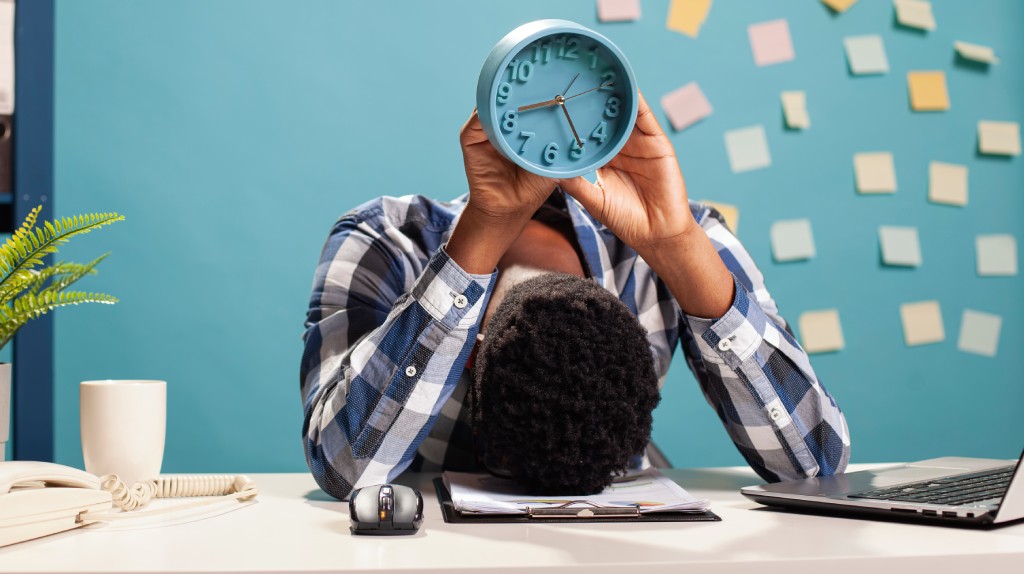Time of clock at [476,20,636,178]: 8:23
